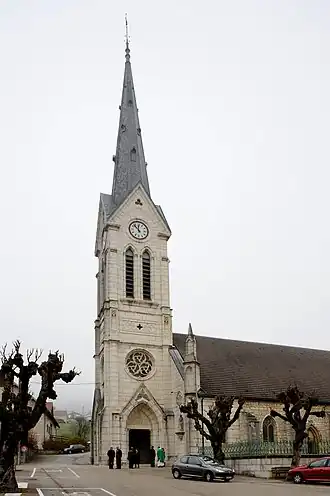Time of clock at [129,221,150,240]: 11:52
